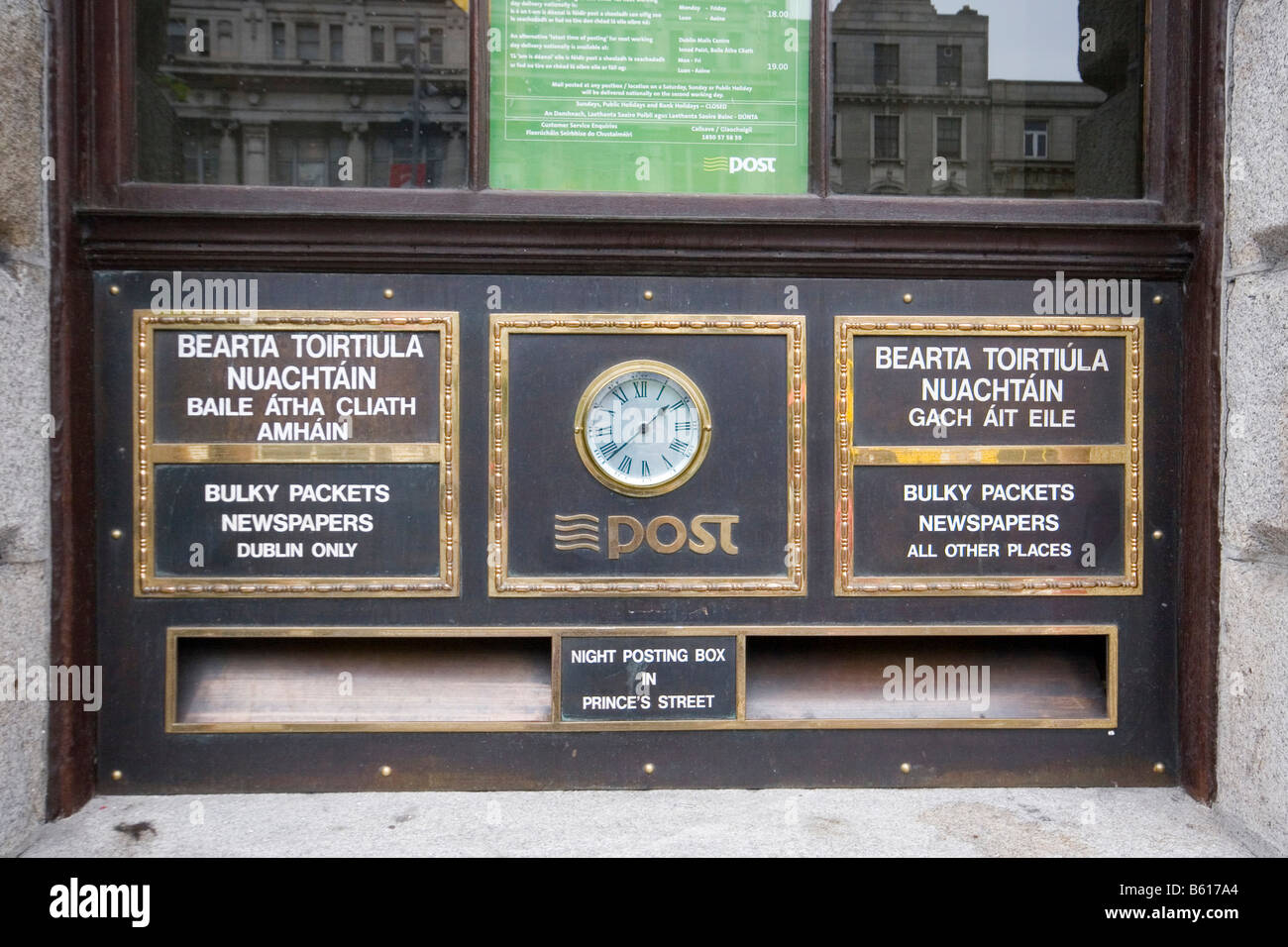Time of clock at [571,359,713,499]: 1:38
